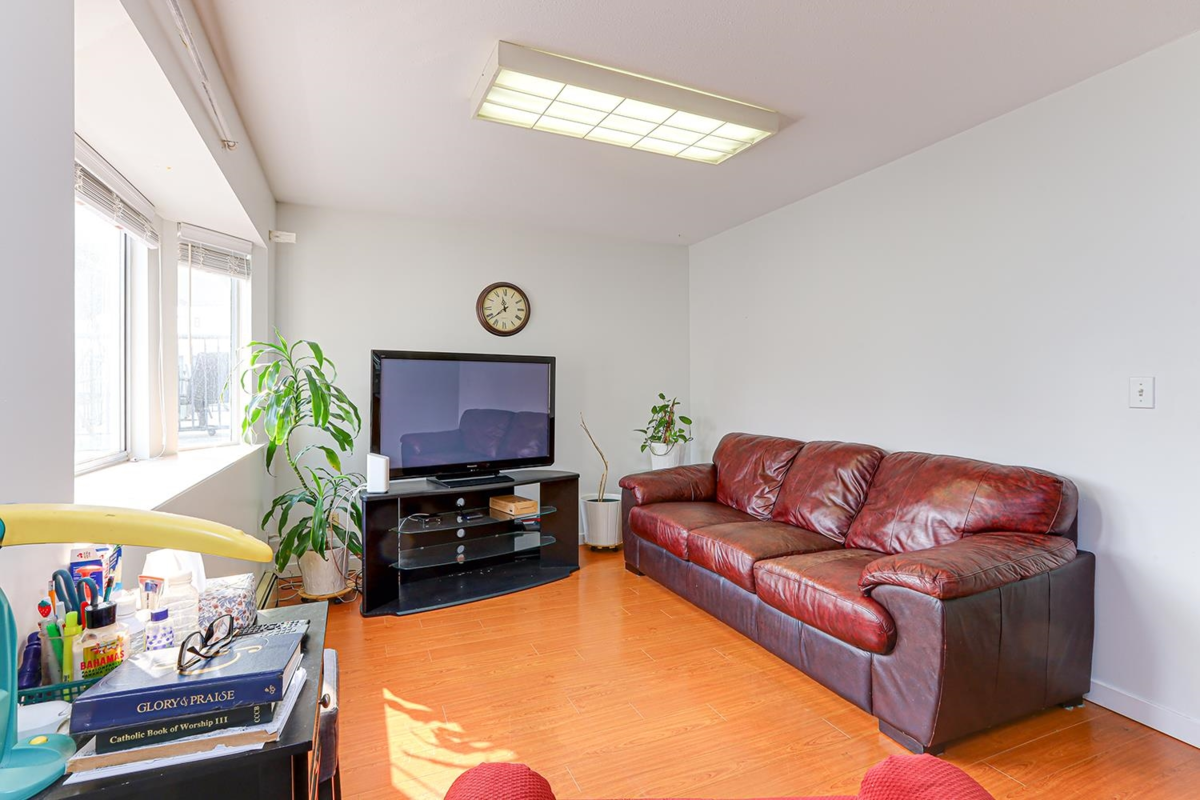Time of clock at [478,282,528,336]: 11:38
